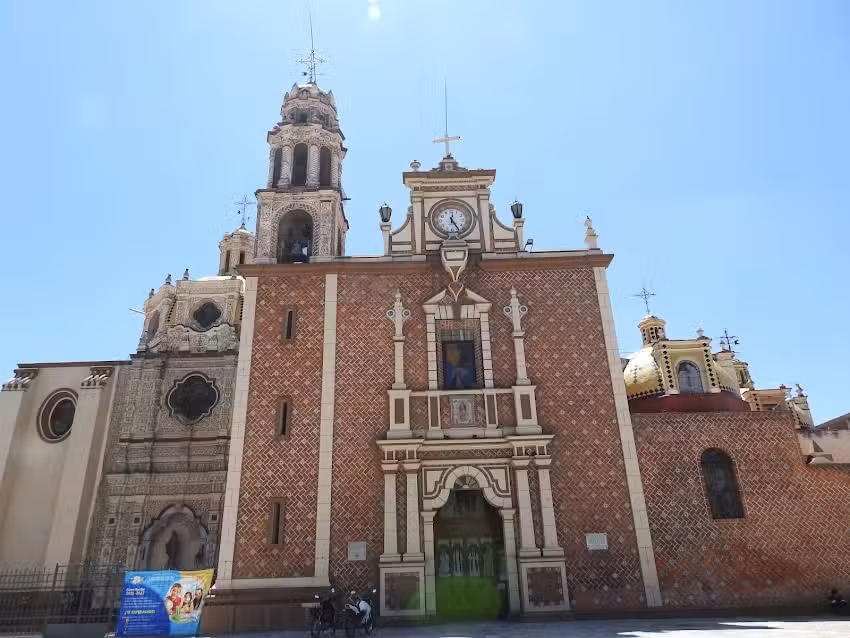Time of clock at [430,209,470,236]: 12:24
